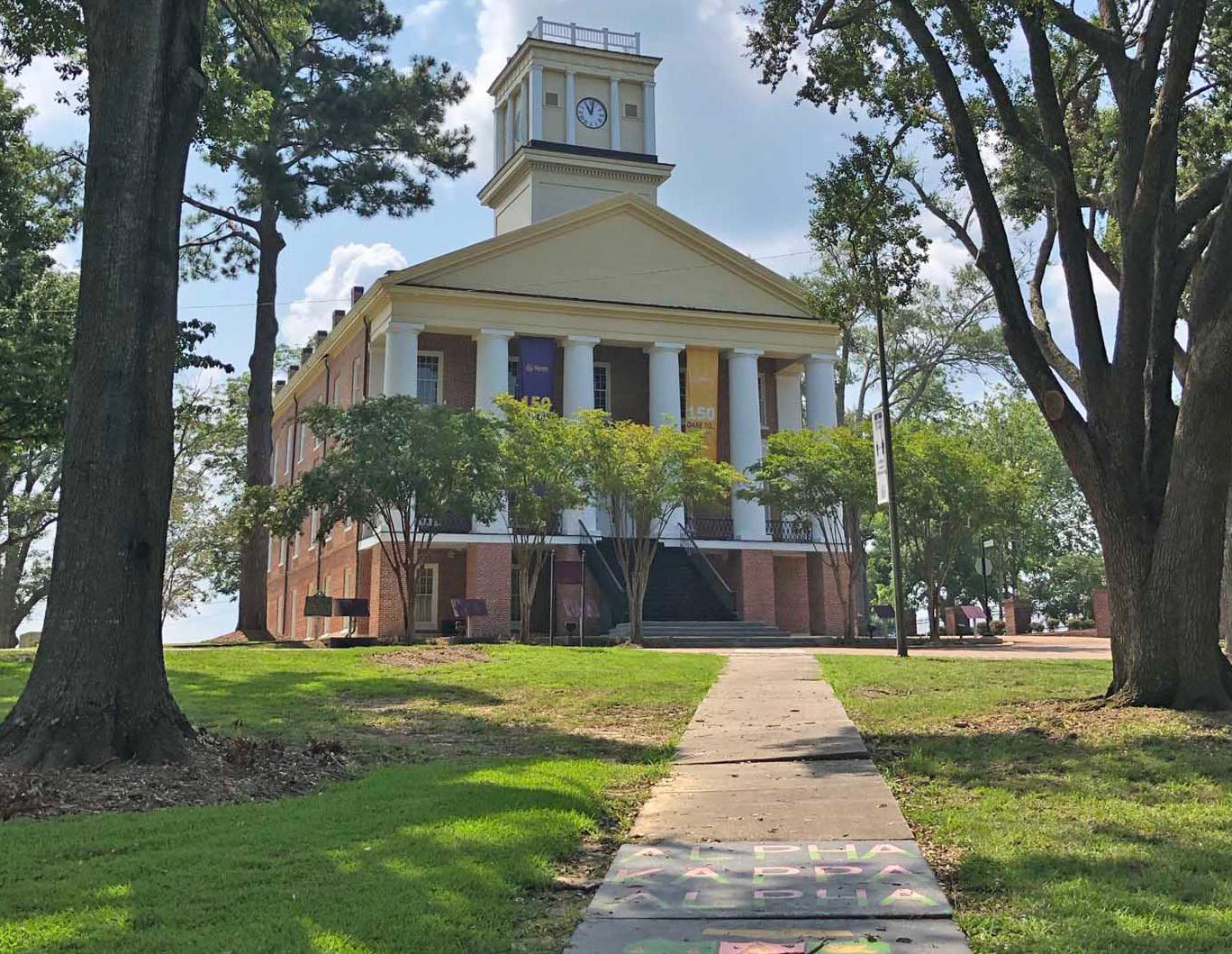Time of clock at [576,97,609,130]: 11:02
